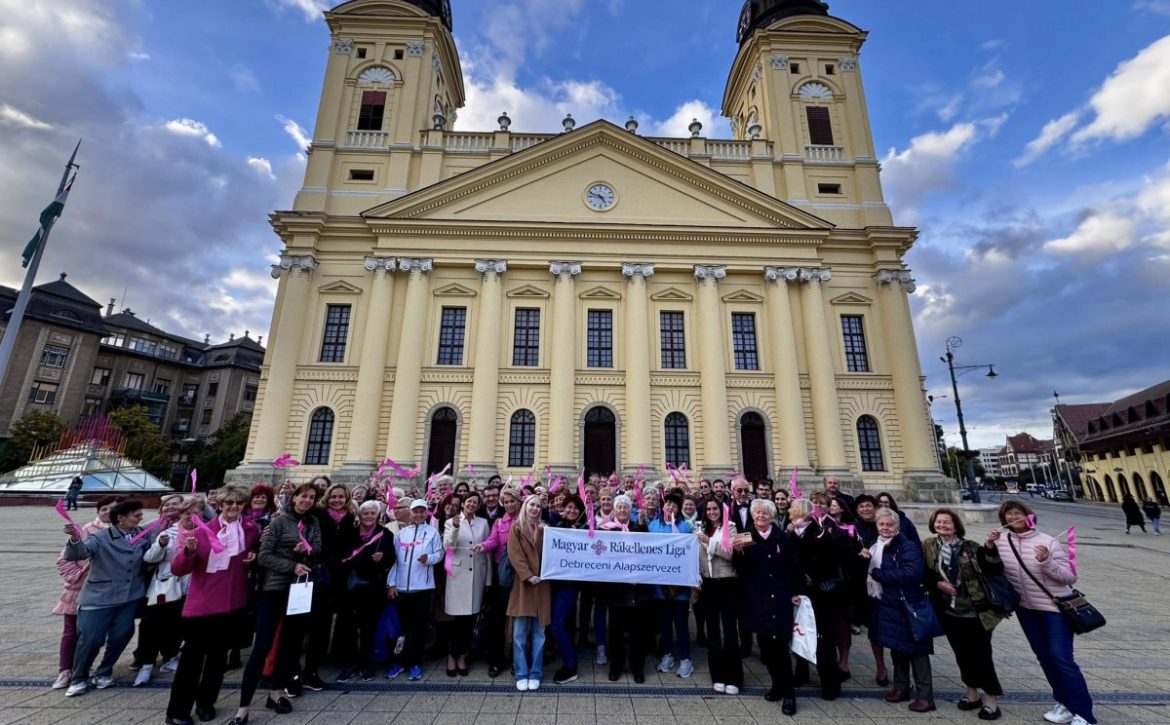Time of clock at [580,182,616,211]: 4:48
